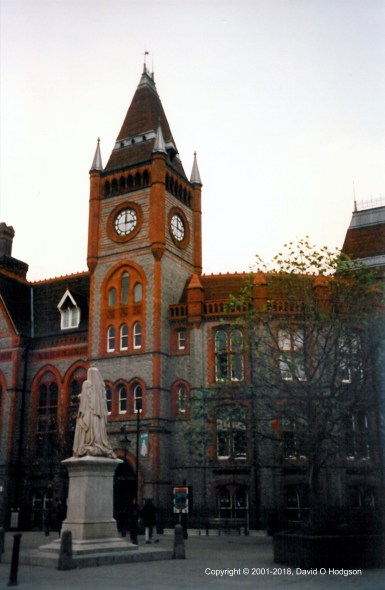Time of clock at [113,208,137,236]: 3:00
